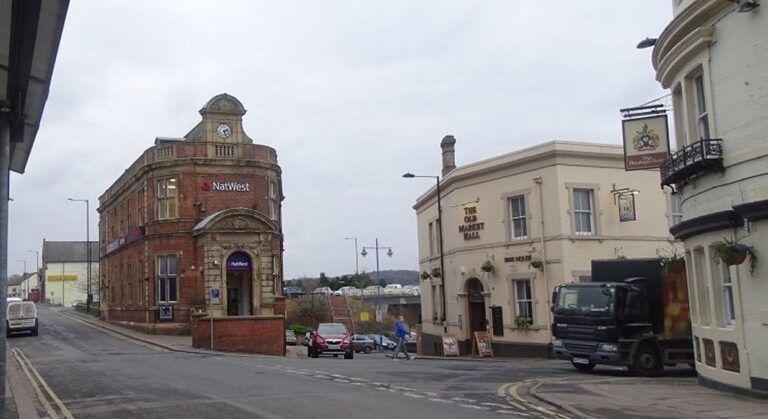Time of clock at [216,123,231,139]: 2:25
